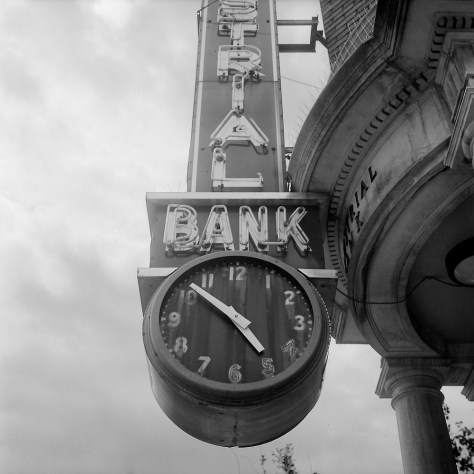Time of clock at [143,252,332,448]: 4:52
